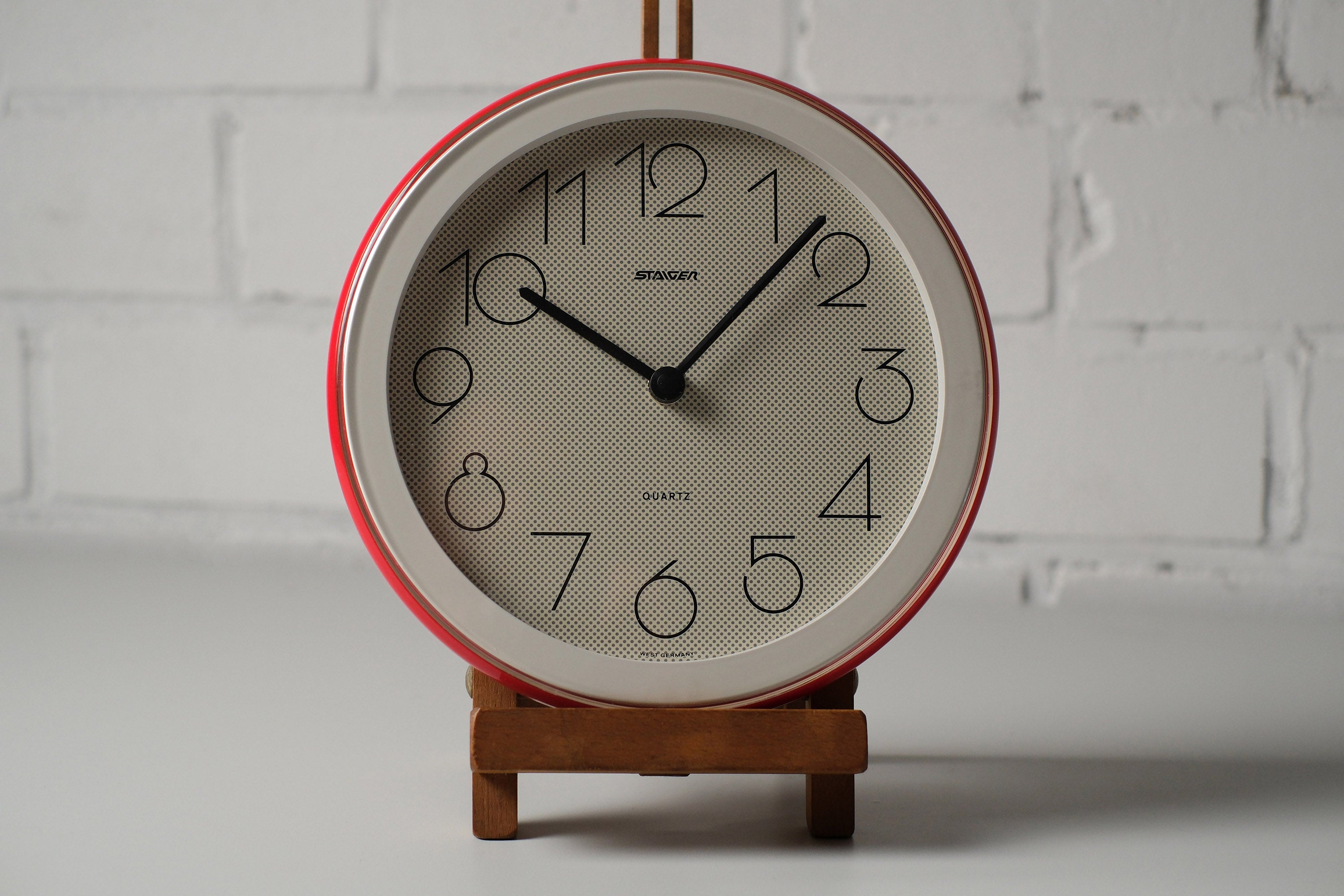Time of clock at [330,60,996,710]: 10:07
